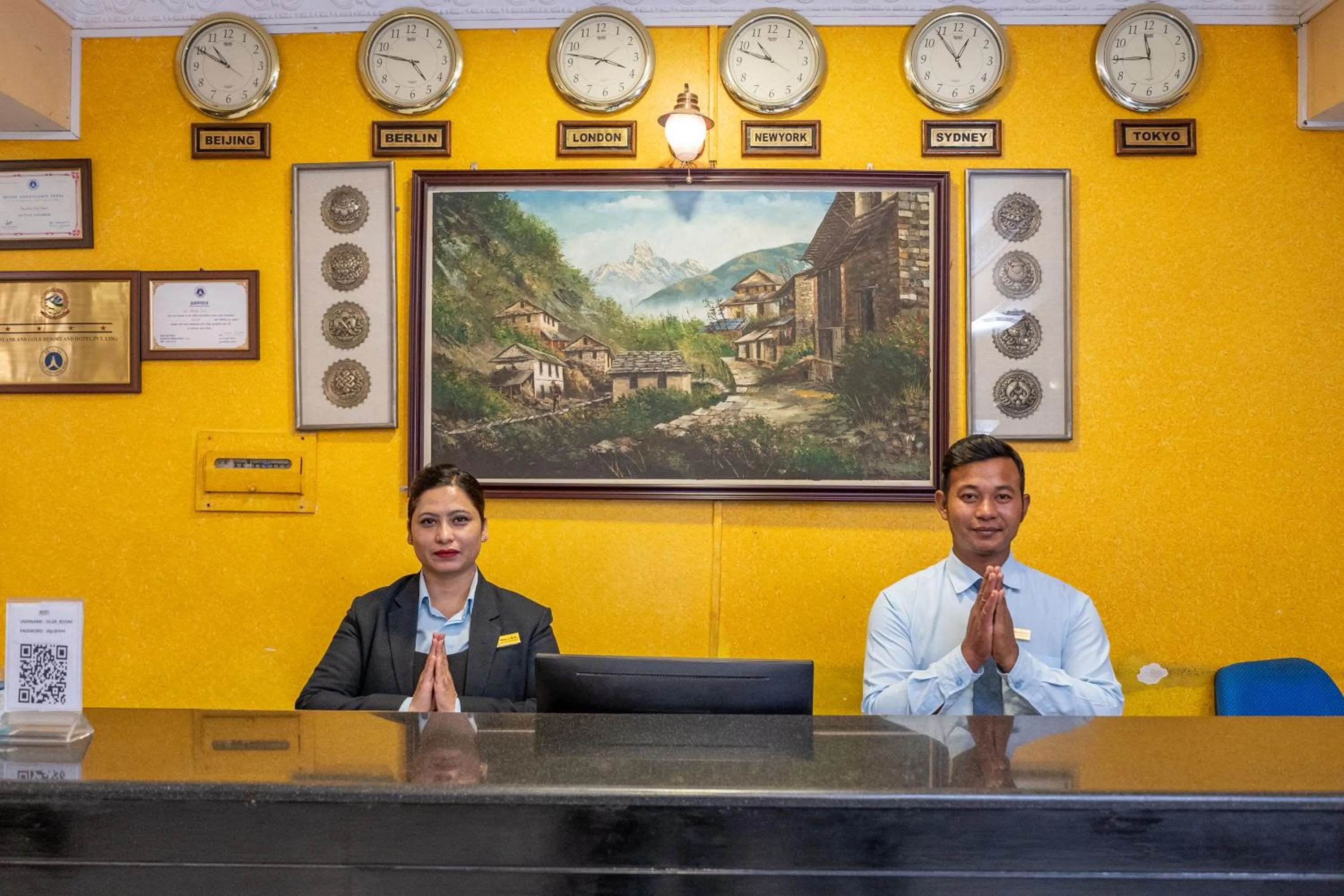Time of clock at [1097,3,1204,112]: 11:44
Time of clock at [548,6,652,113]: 3:47
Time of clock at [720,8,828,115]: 10:48
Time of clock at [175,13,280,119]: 10:50
